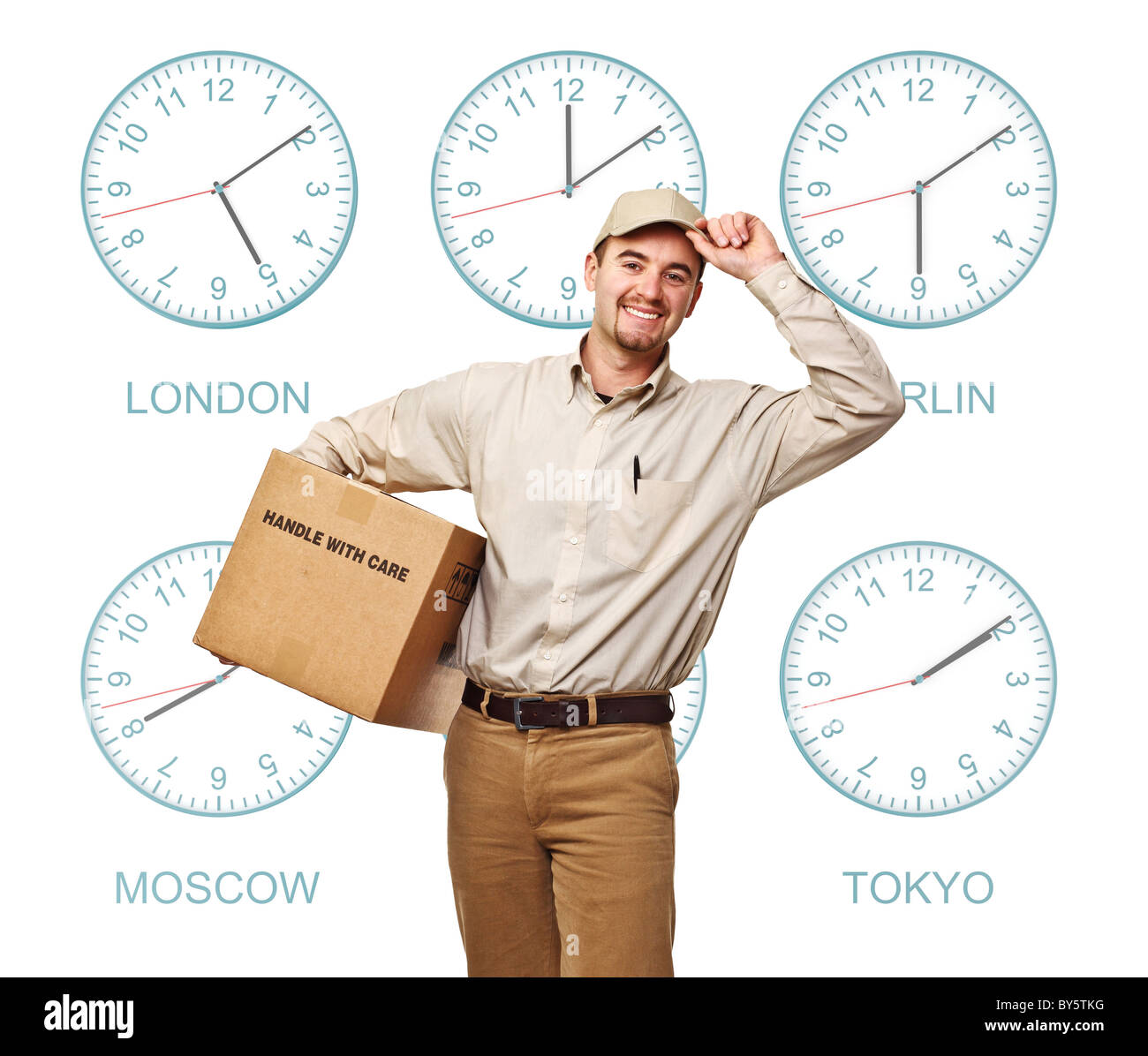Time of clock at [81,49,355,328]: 5:09
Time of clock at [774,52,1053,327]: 6:09
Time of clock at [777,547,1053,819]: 2:09
